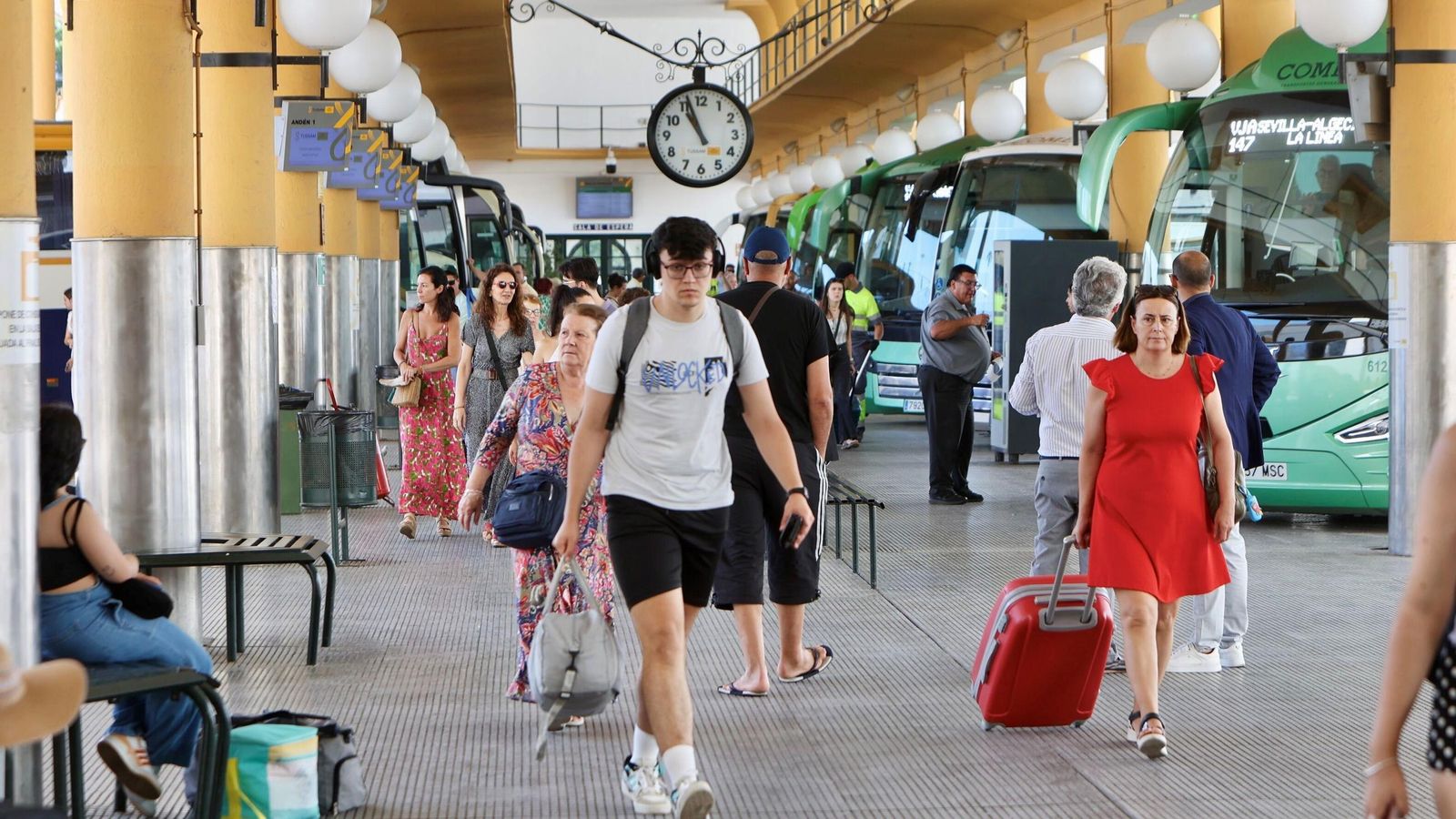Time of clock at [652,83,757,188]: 10:56
